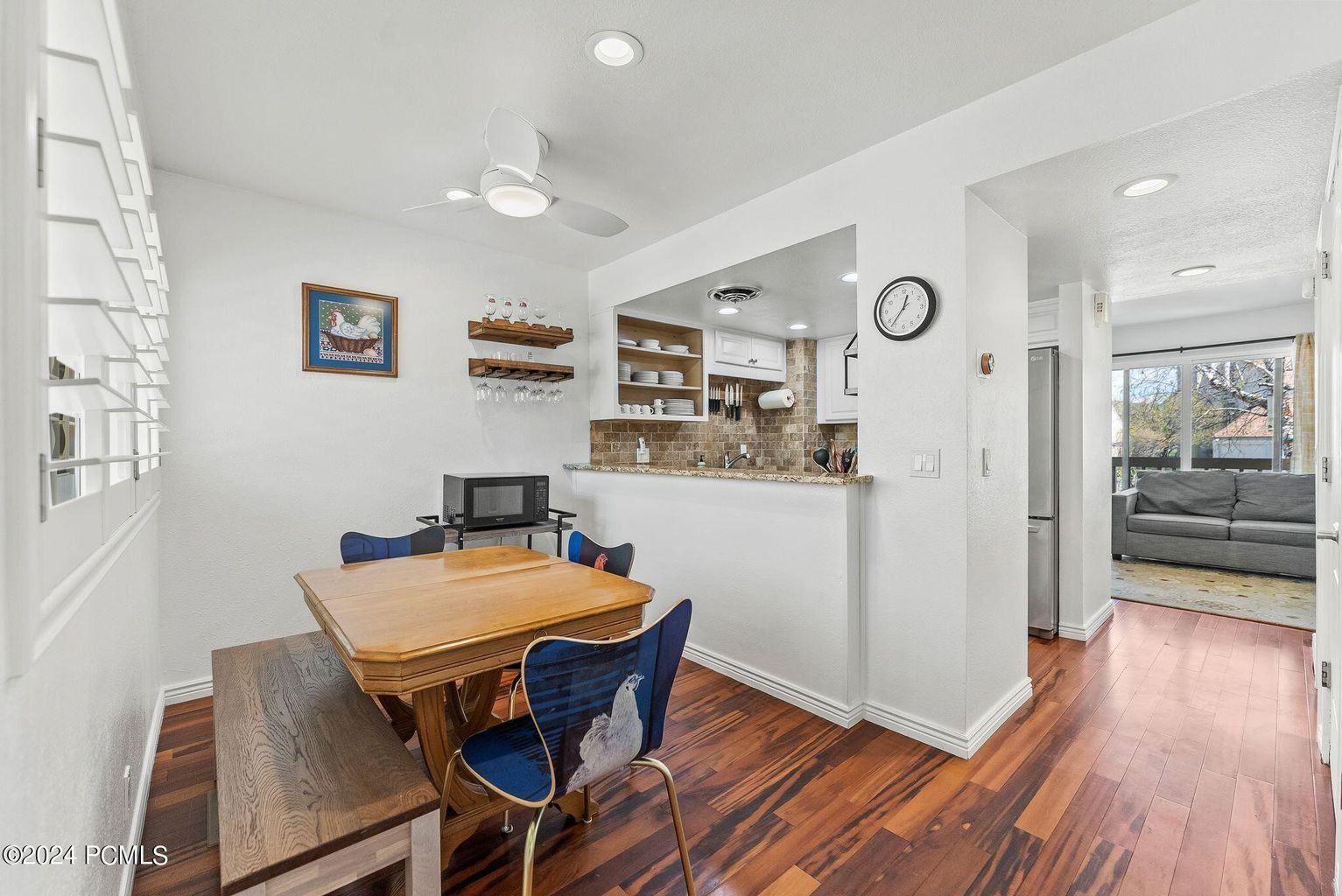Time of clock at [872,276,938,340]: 12:36
